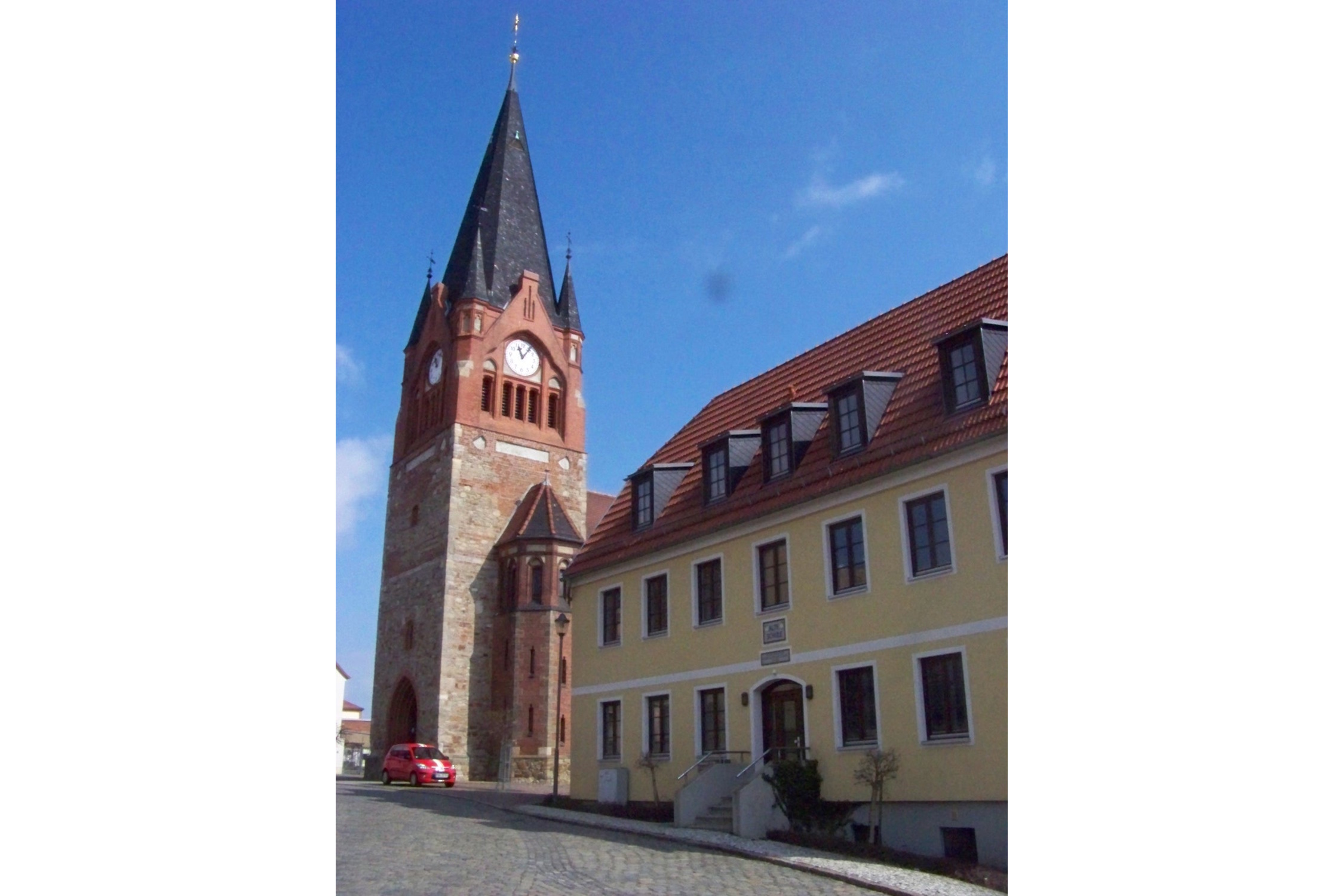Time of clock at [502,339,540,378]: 11:06
